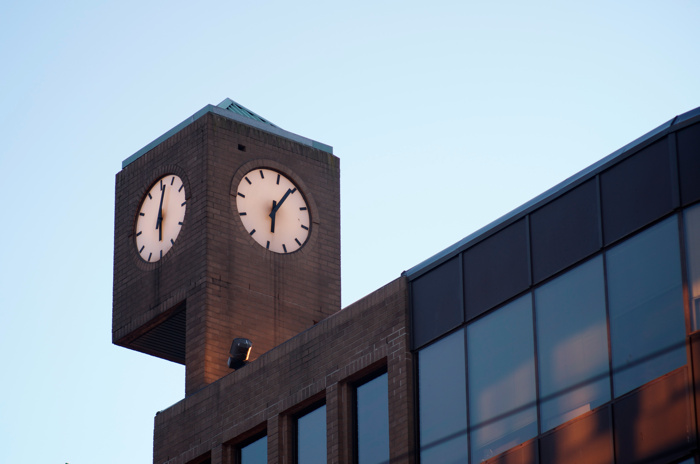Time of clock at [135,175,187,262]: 6:02
